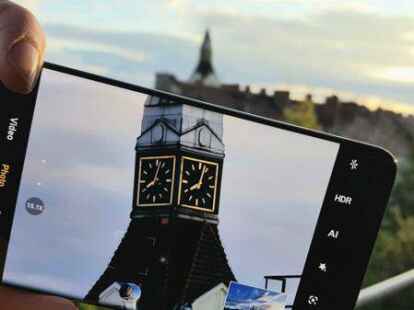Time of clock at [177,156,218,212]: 8:02
